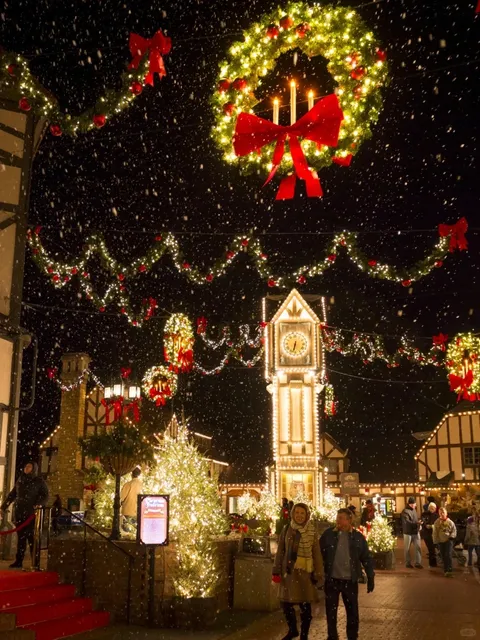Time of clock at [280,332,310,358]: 6:32
